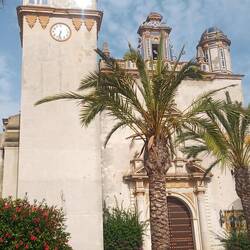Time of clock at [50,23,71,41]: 6:32
